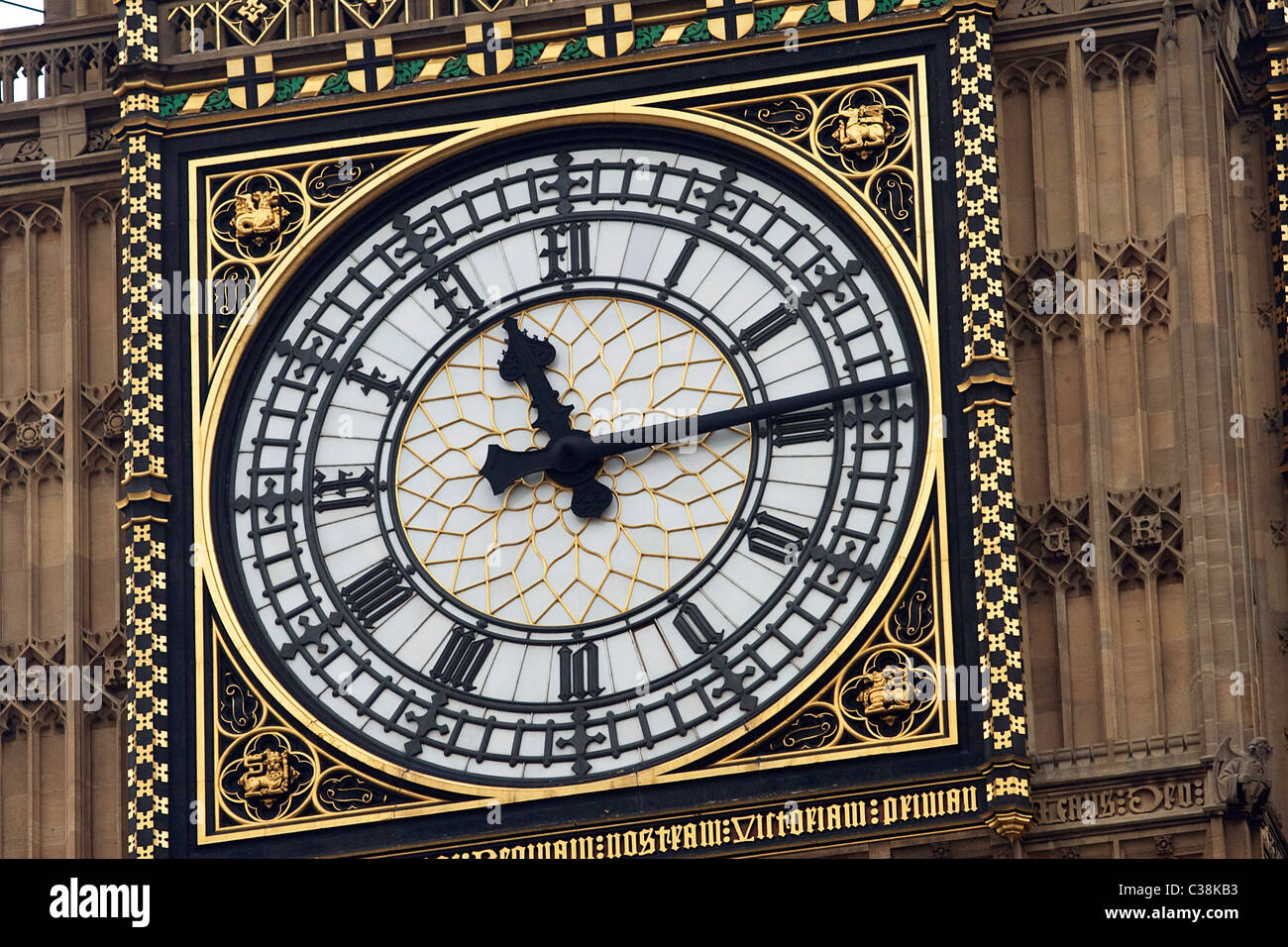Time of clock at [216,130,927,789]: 11:13
